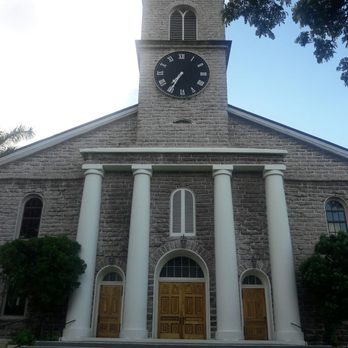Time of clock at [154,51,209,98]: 7:35
